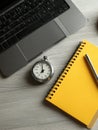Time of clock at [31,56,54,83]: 6:58
